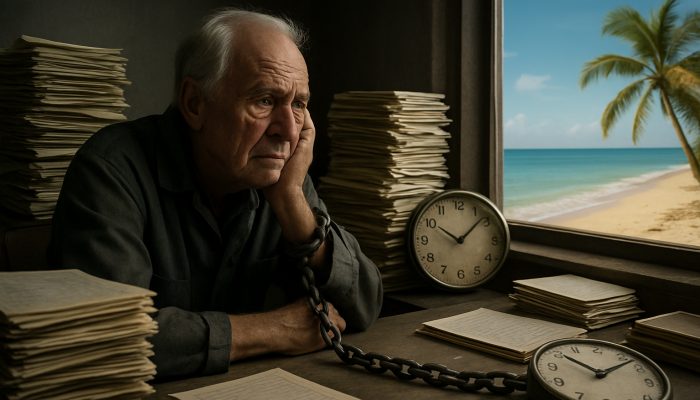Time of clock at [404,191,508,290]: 10:07
